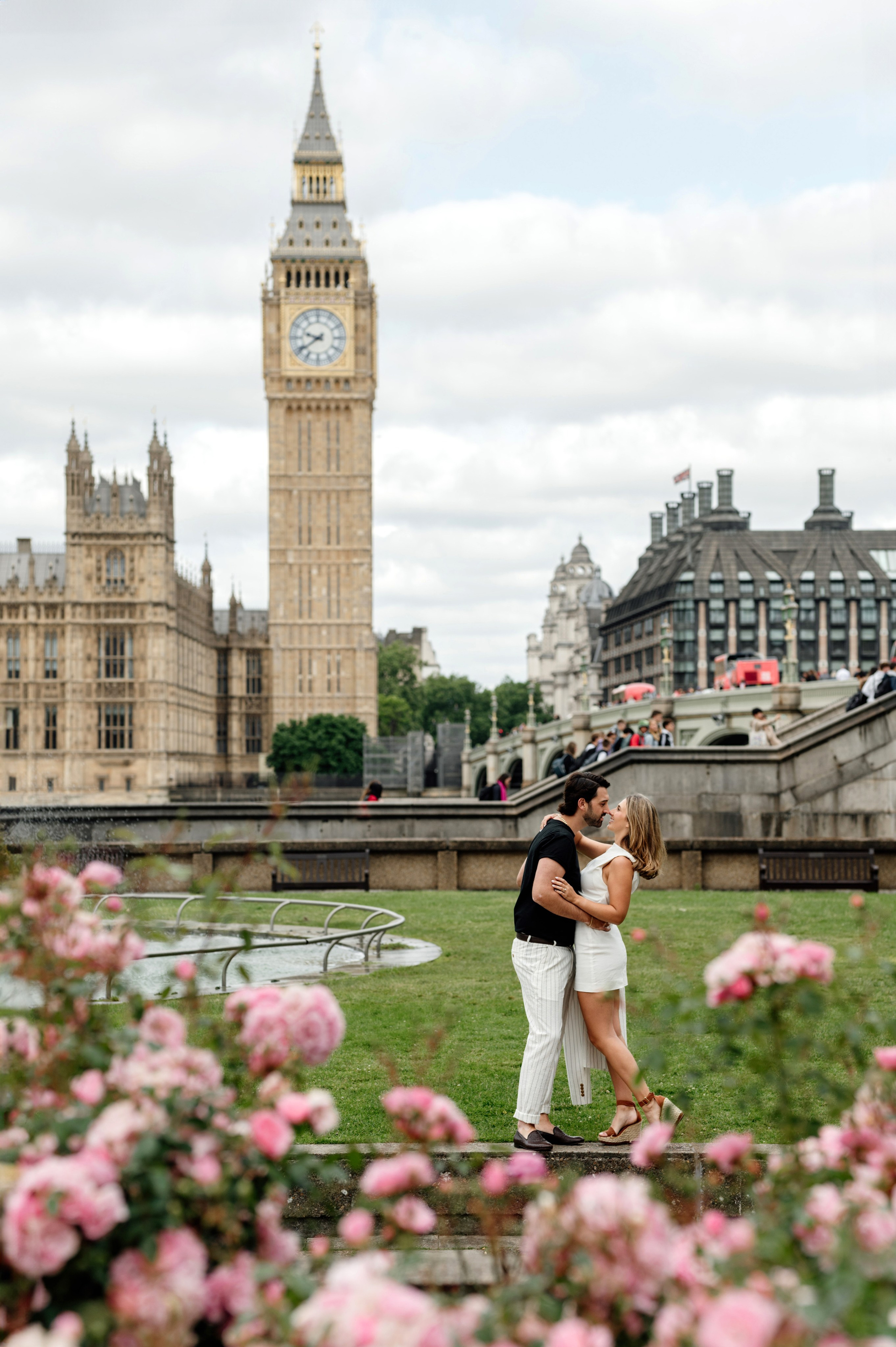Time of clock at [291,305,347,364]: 9:39
